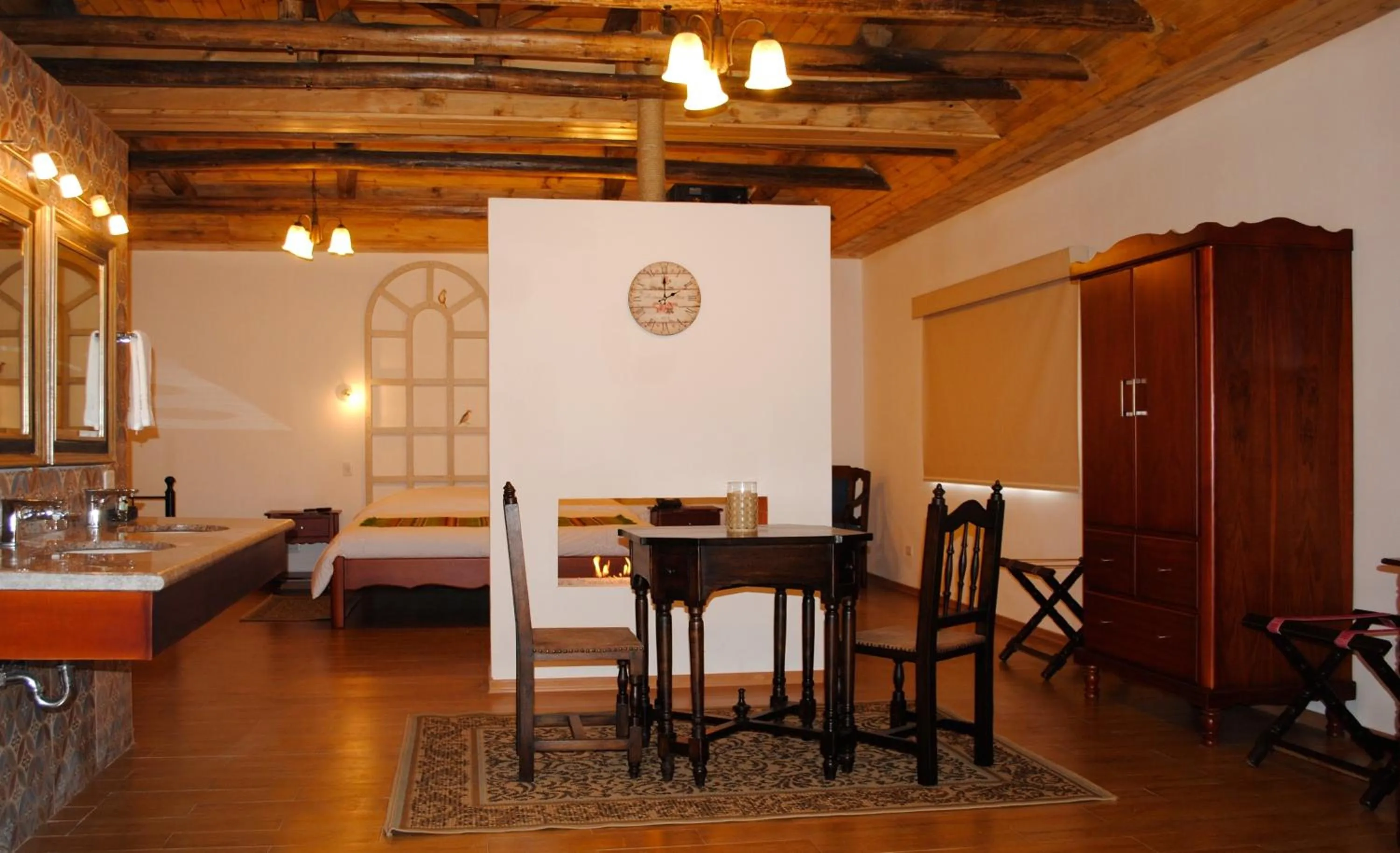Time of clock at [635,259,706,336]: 2:00
